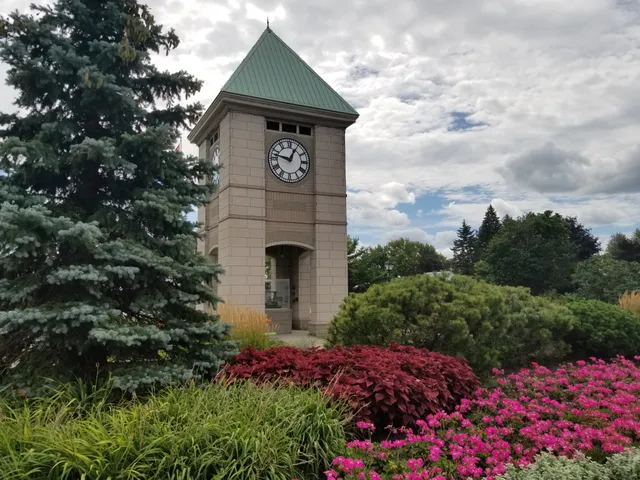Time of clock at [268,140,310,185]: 12:47
